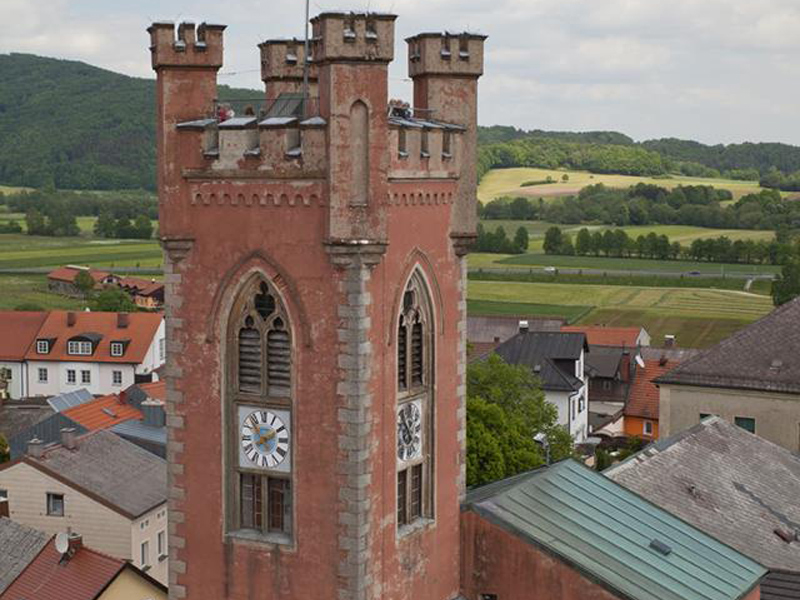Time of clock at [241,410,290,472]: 1:53
